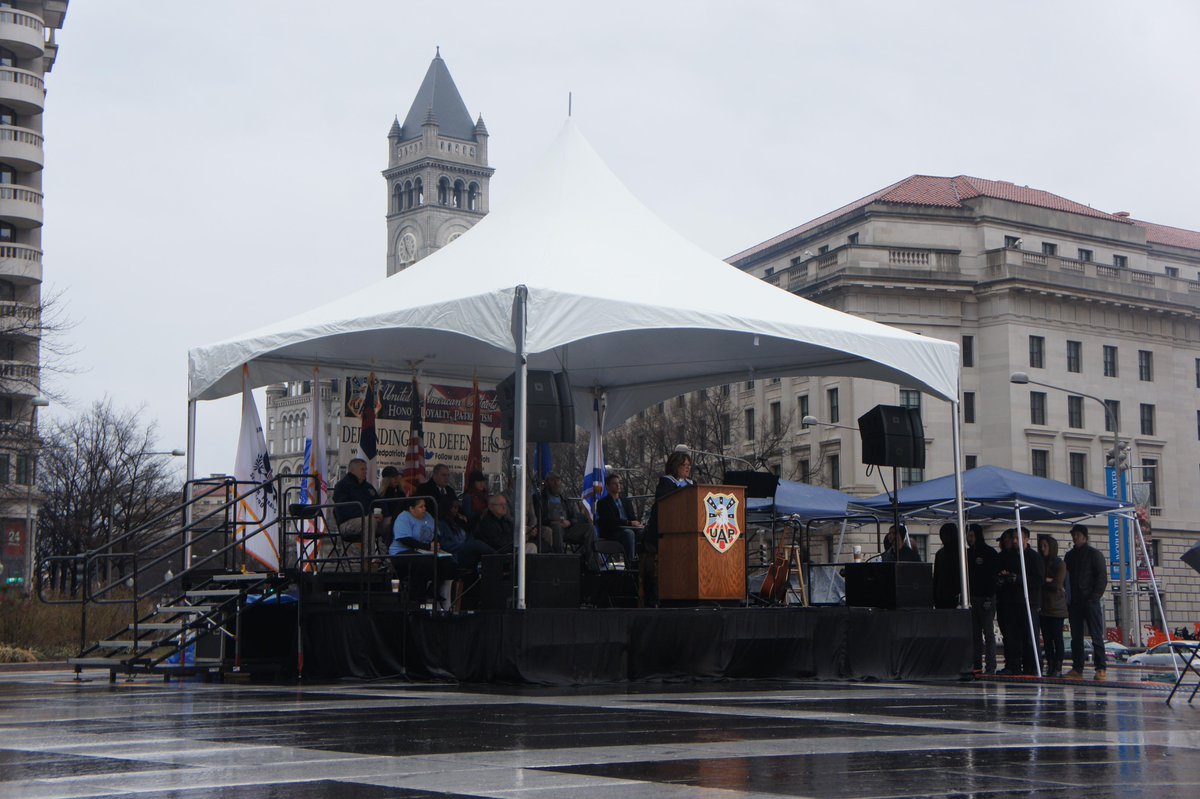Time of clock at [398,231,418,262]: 4:56
